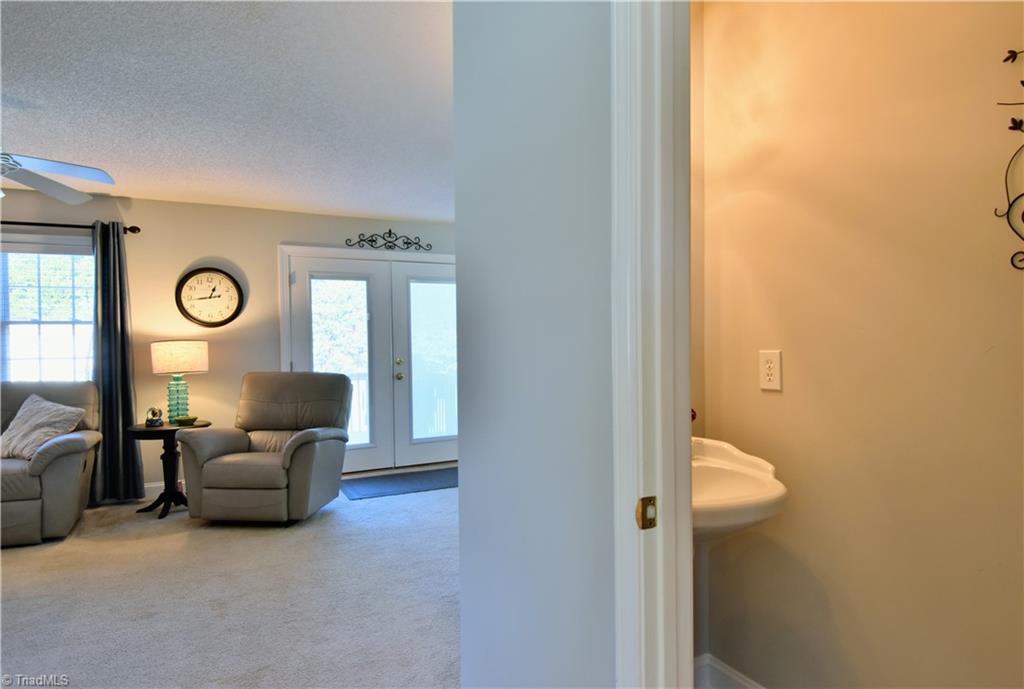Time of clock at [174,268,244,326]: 12:43
